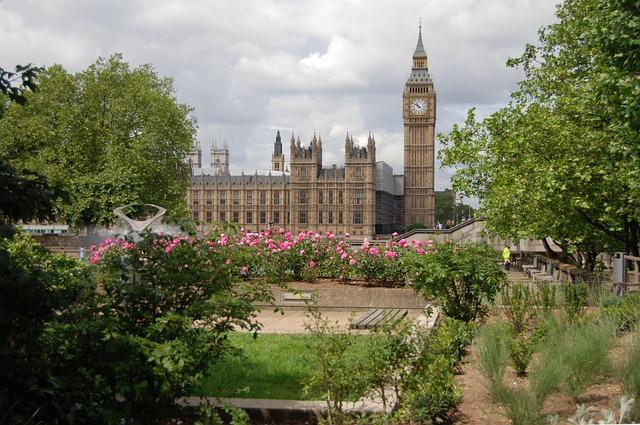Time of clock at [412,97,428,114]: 10:50
